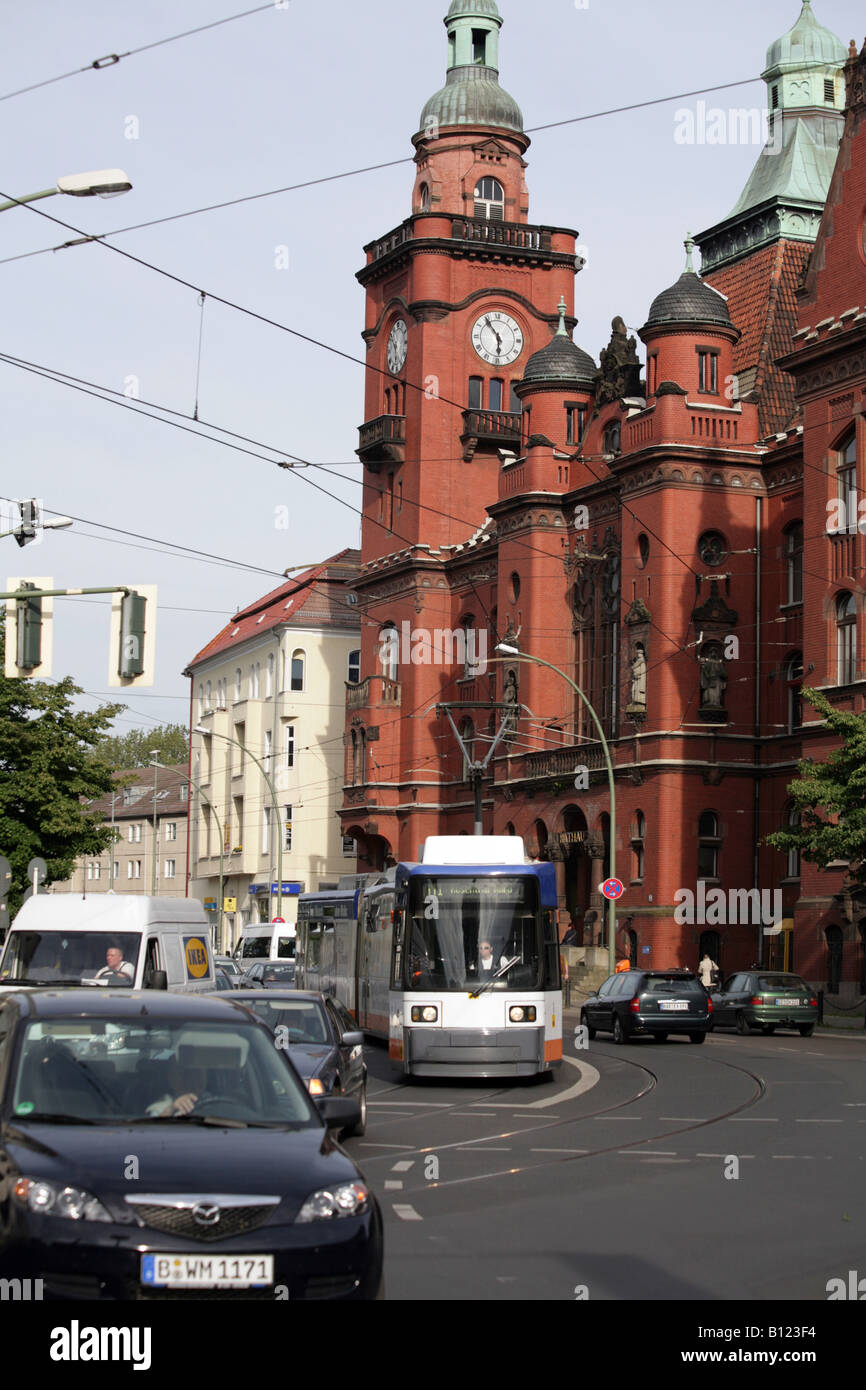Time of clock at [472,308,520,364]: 5:54
